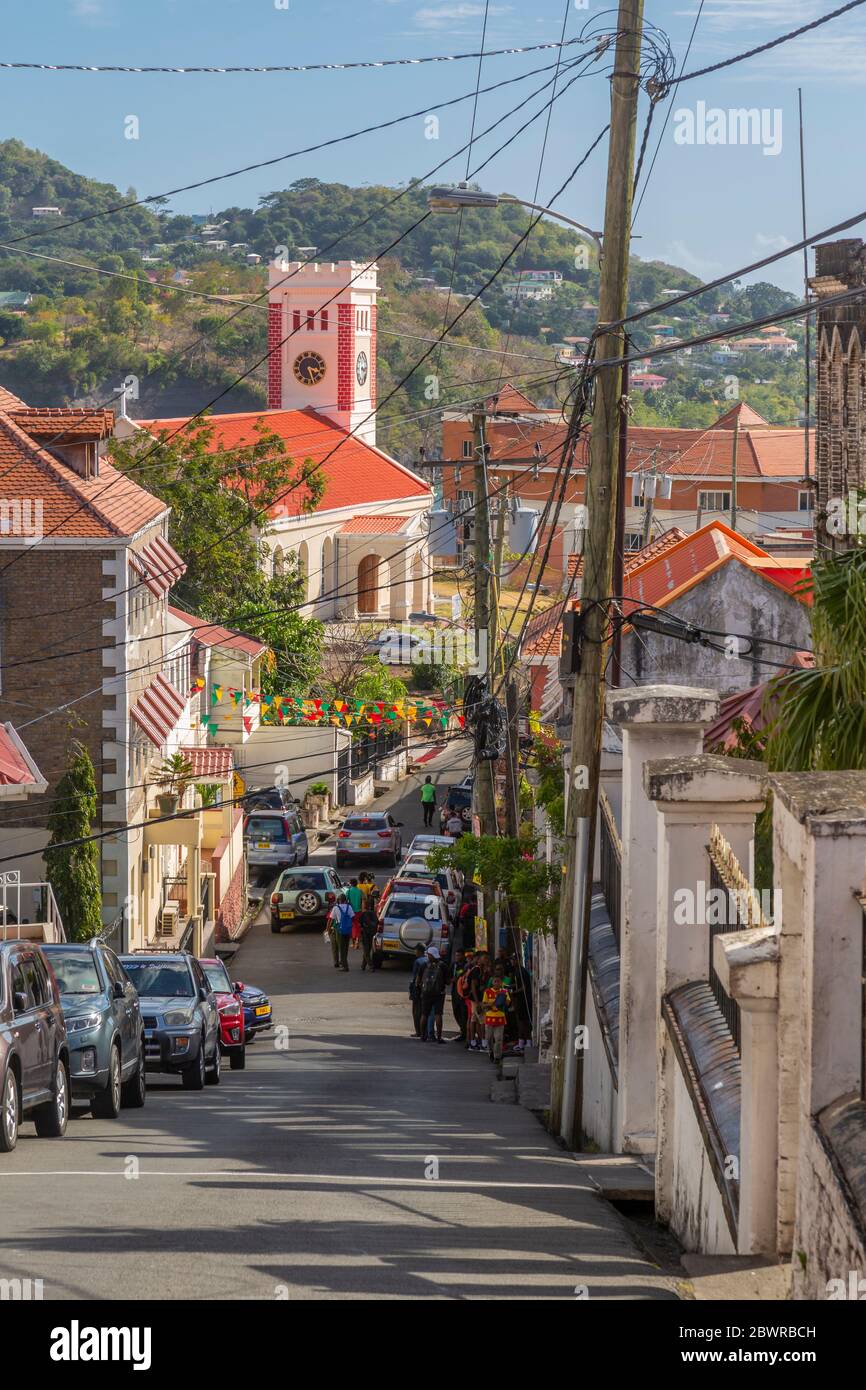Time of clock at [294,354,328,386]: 3:26
